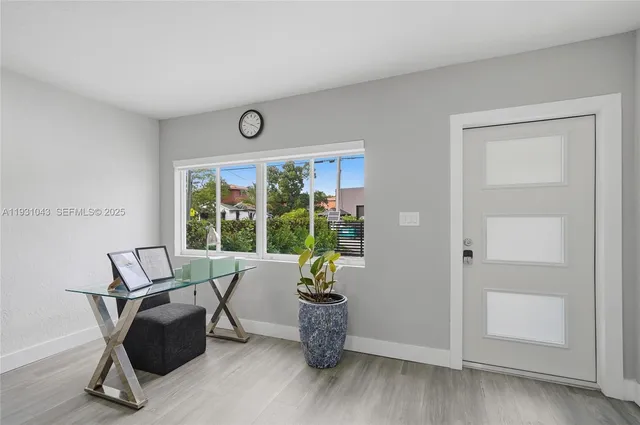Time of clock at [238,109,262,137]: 3:48
